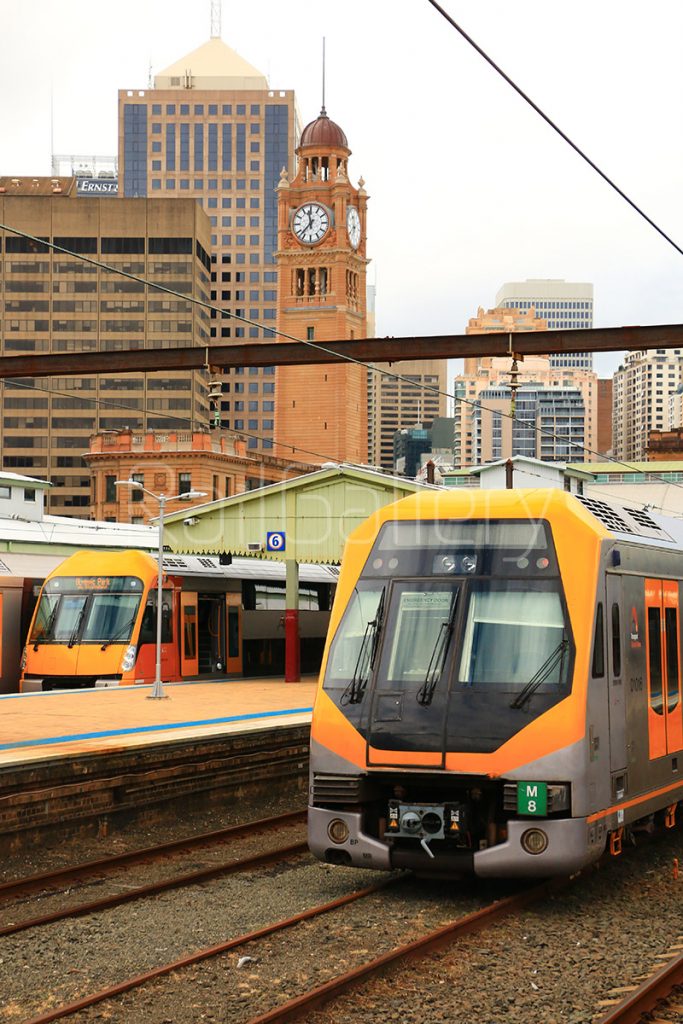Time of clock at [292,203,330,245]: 11:37
